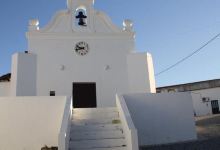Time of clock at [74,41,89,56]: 9:42
